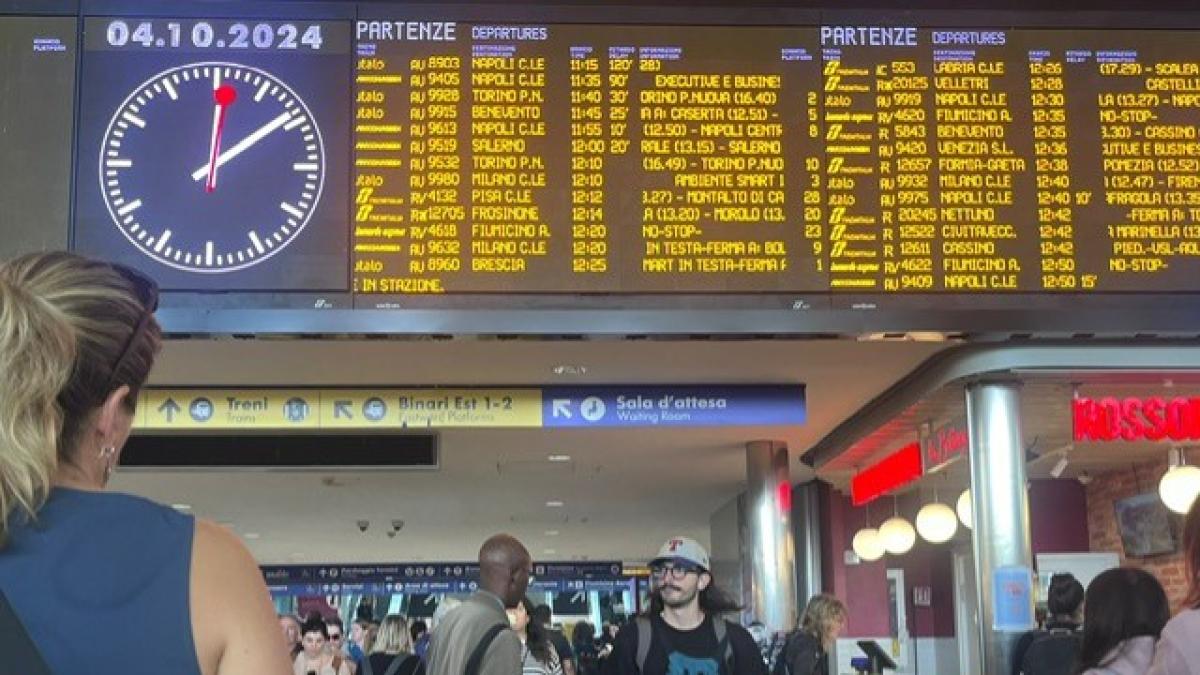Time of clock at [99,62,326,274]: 12:09
